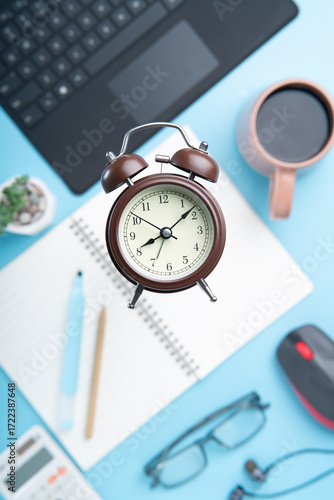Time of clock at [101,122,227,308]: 8:08
